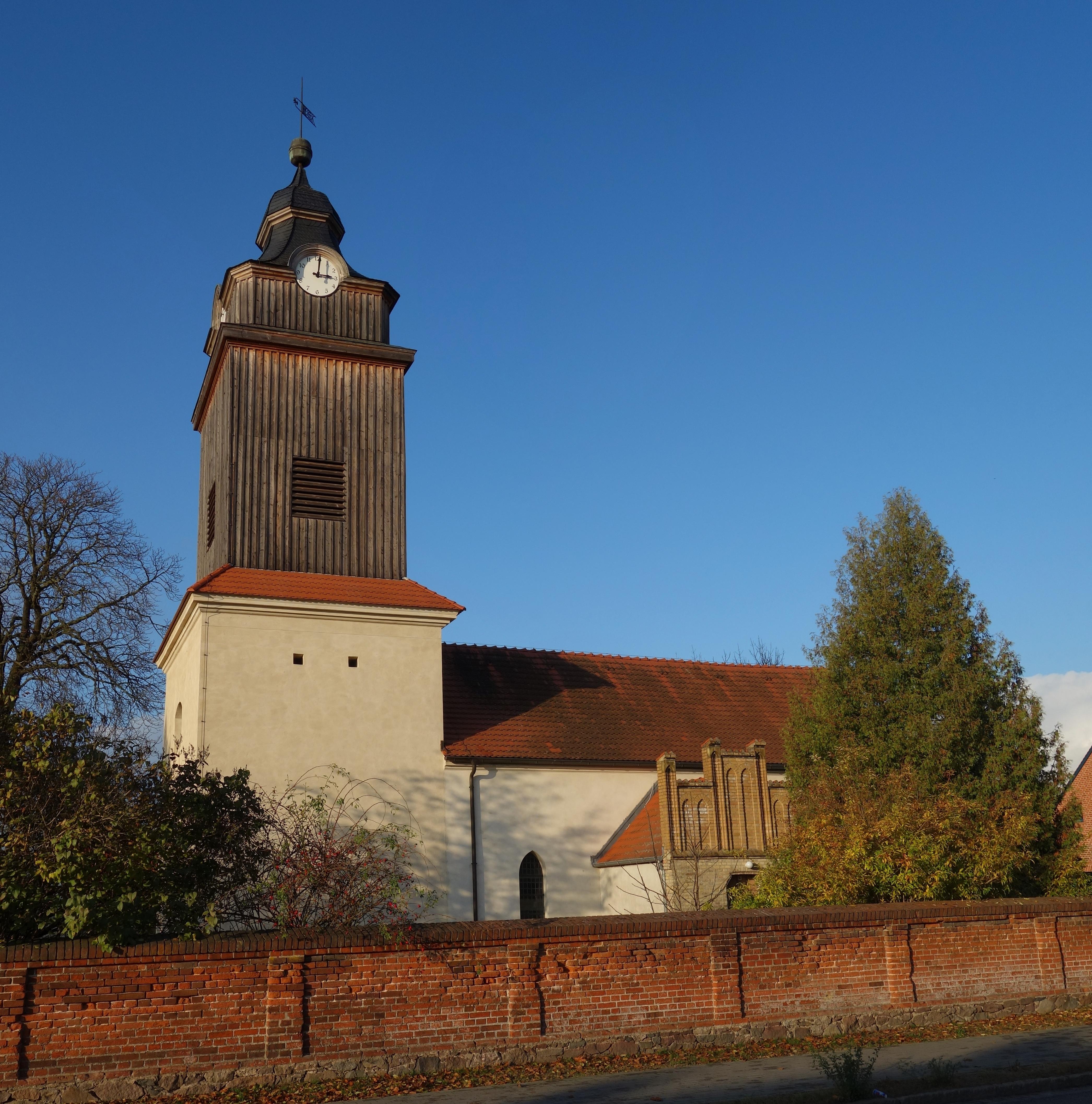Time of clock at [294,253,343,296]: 3:01
